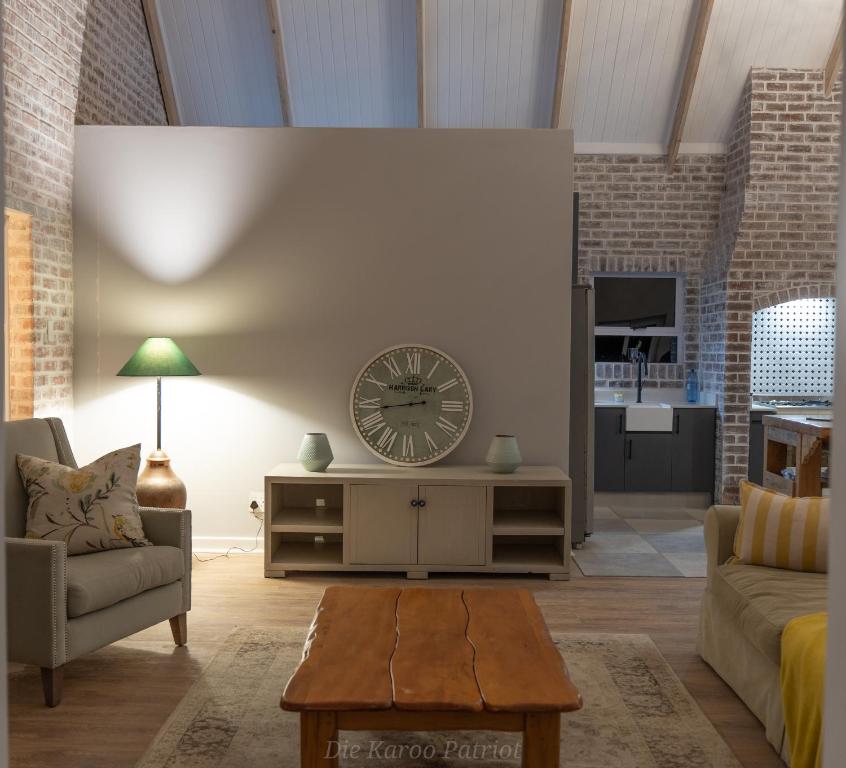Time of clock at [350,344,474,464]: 8:43
